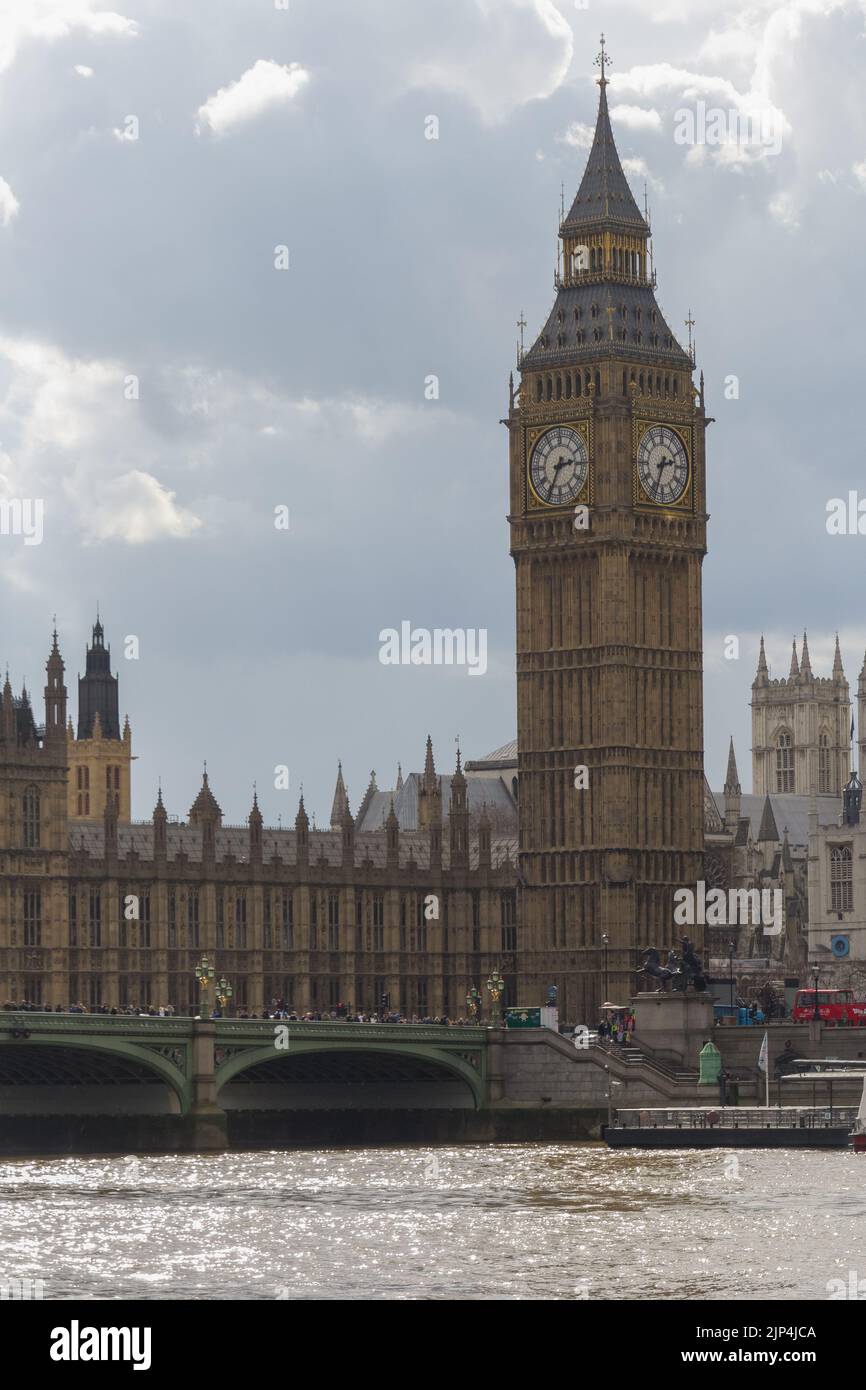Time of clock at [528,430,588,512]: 2:34
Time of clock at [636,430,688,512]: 2:33
